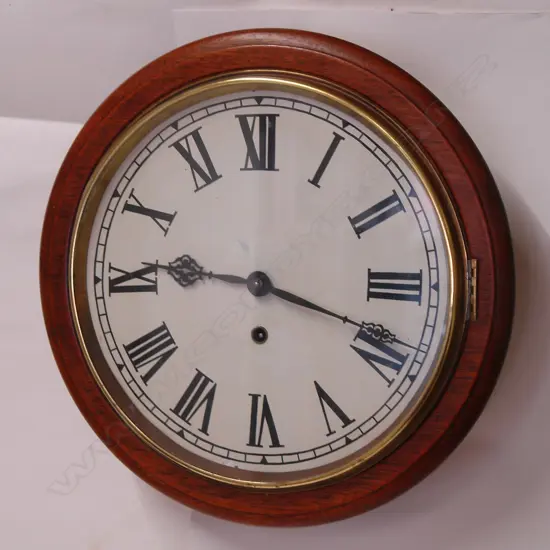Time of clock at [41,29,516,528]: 9:18
